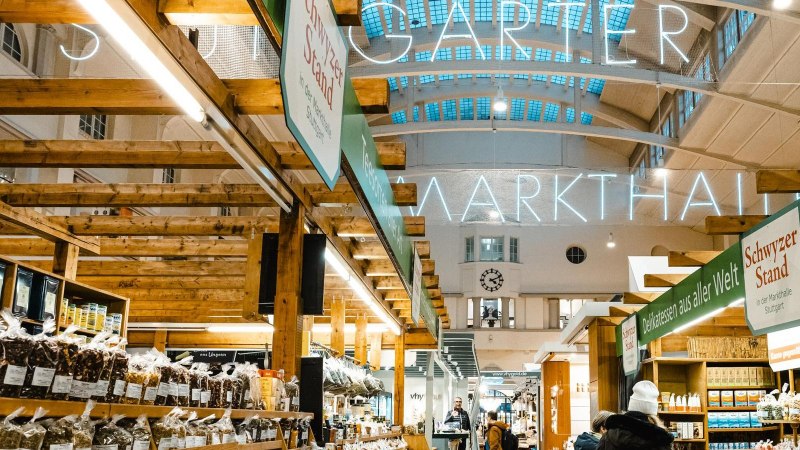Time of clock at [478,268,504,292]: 4:11
